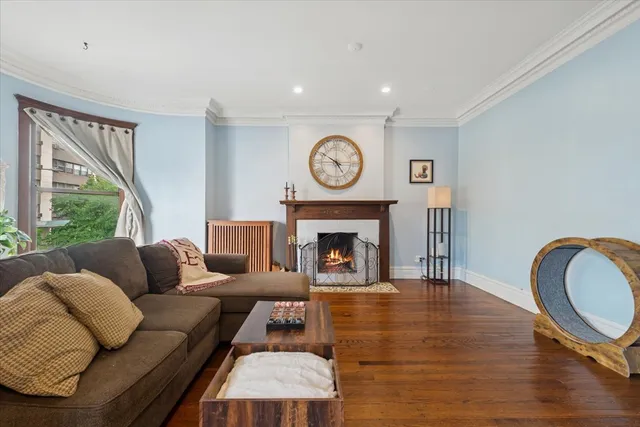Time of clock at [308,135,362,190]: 4:50
